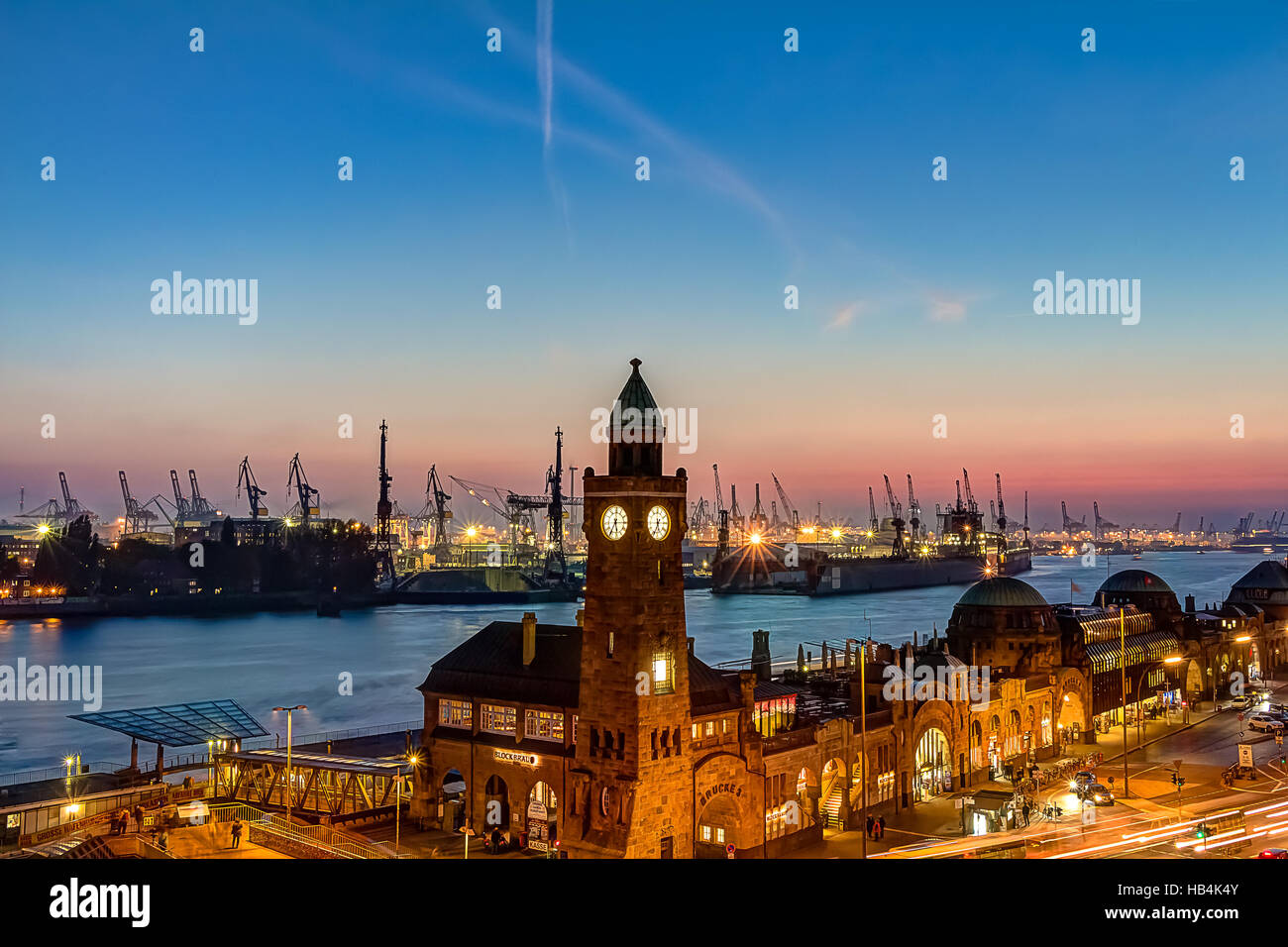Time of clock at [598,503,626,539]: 5:35
